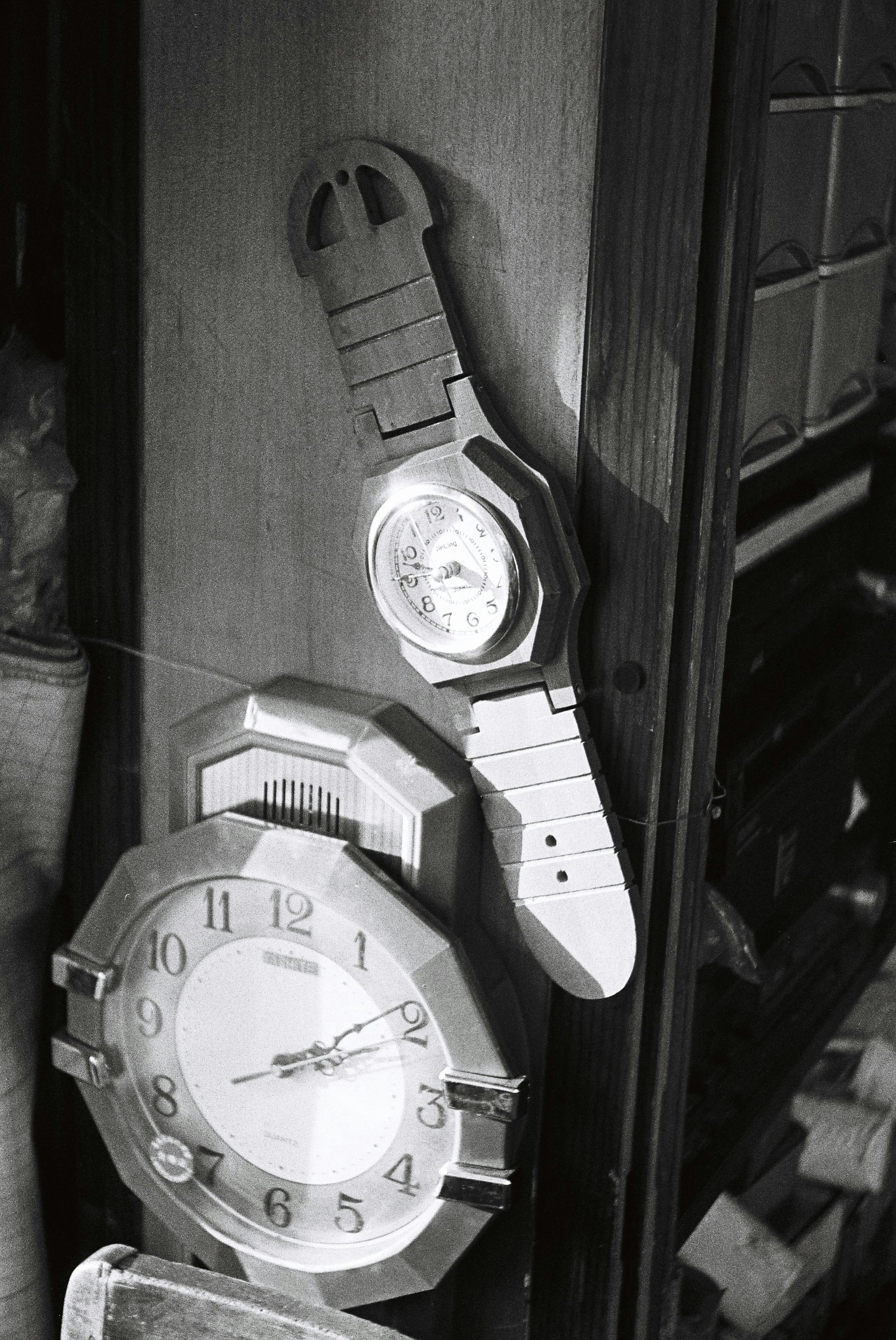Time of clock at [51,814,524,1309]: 2:09
